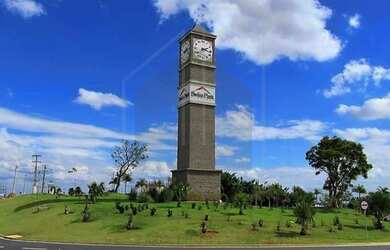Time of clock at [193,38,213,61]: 2:17
